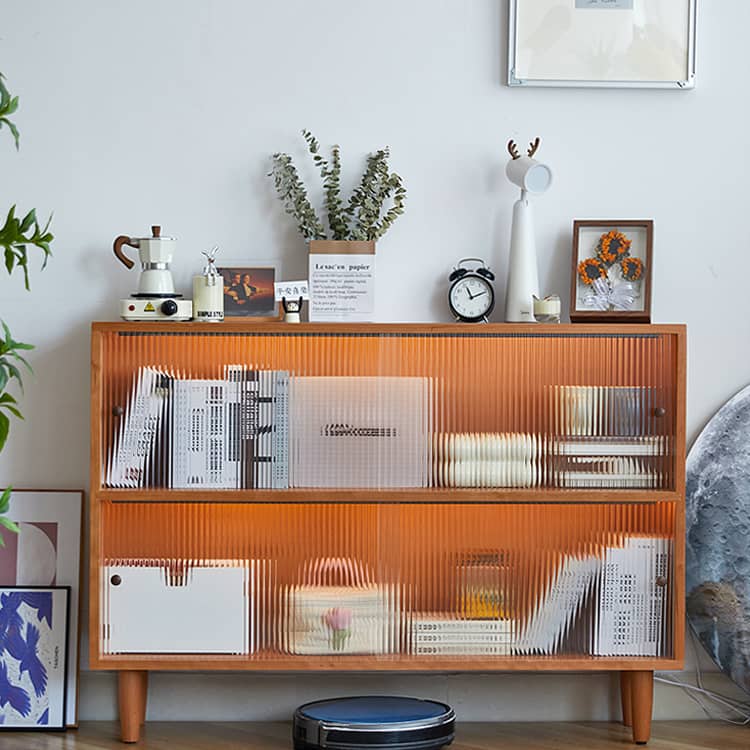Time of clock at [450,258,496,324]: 11:11
